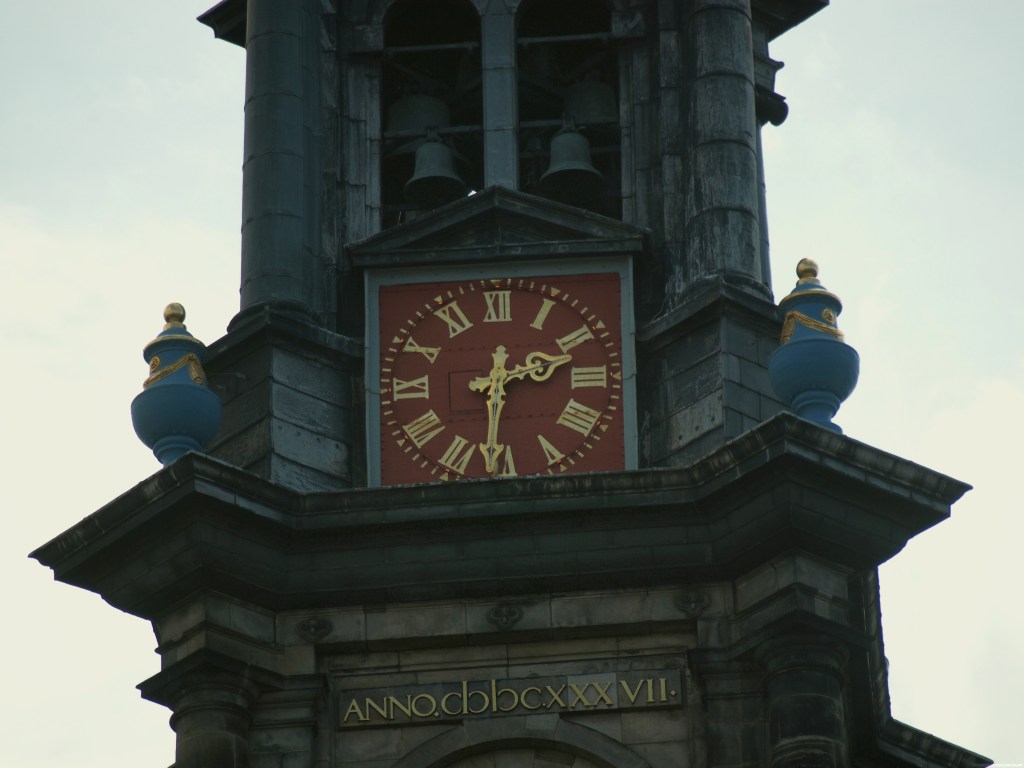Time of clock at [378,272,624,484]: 2:31
